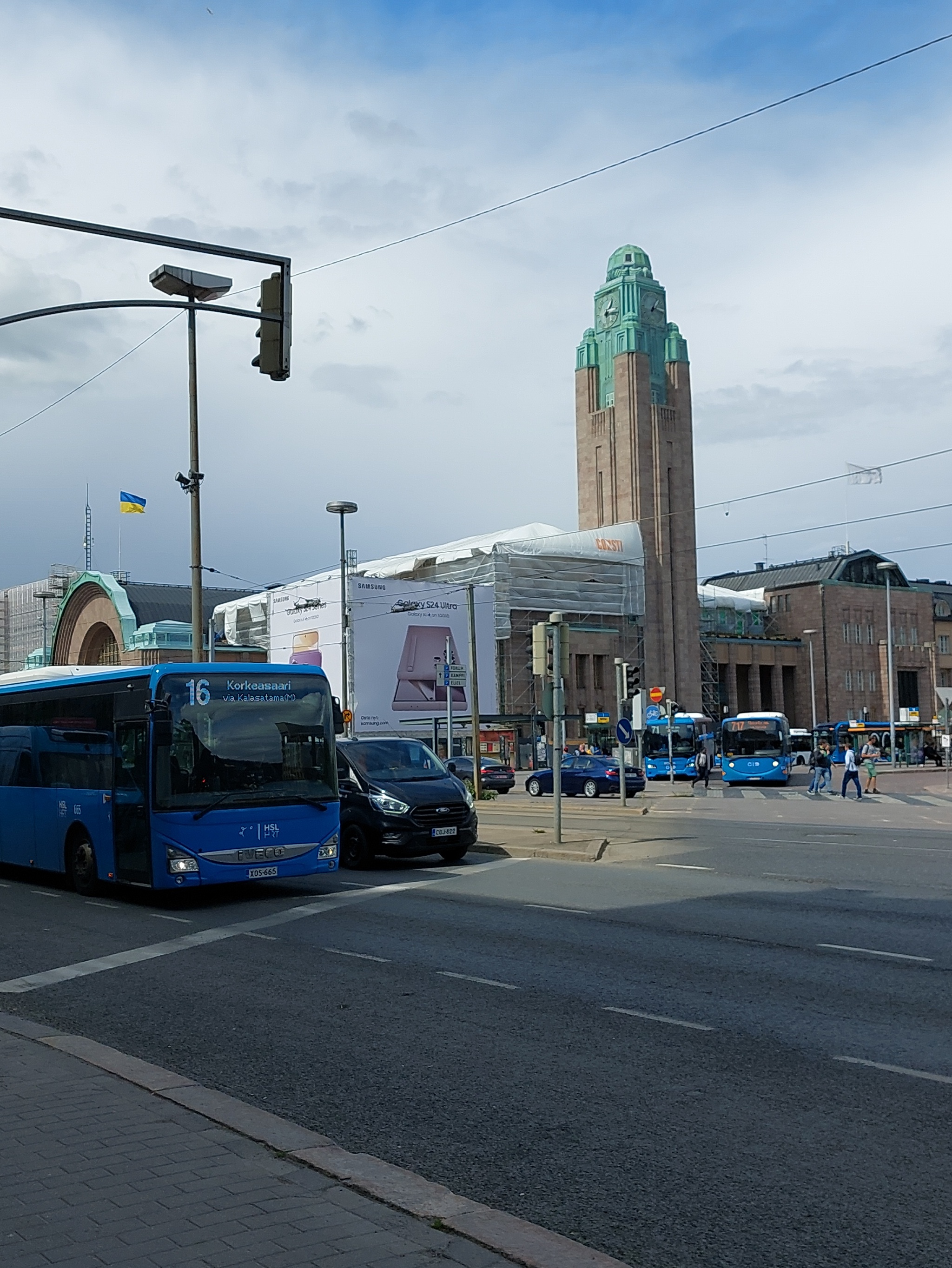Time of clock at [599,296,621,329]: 1:16
